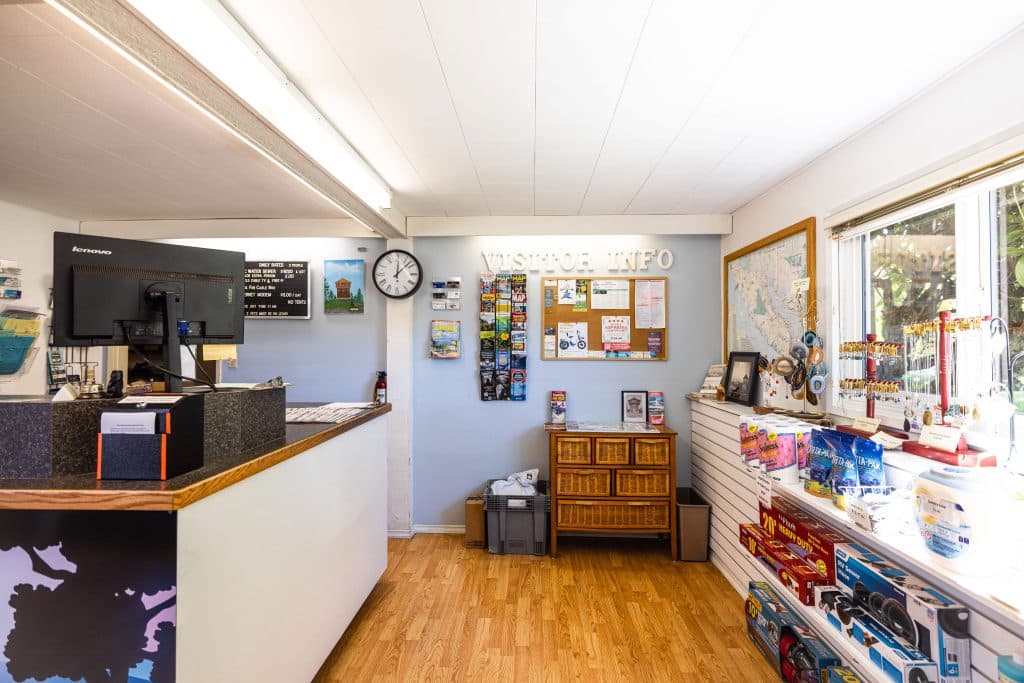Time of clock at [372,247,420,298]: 12:07
